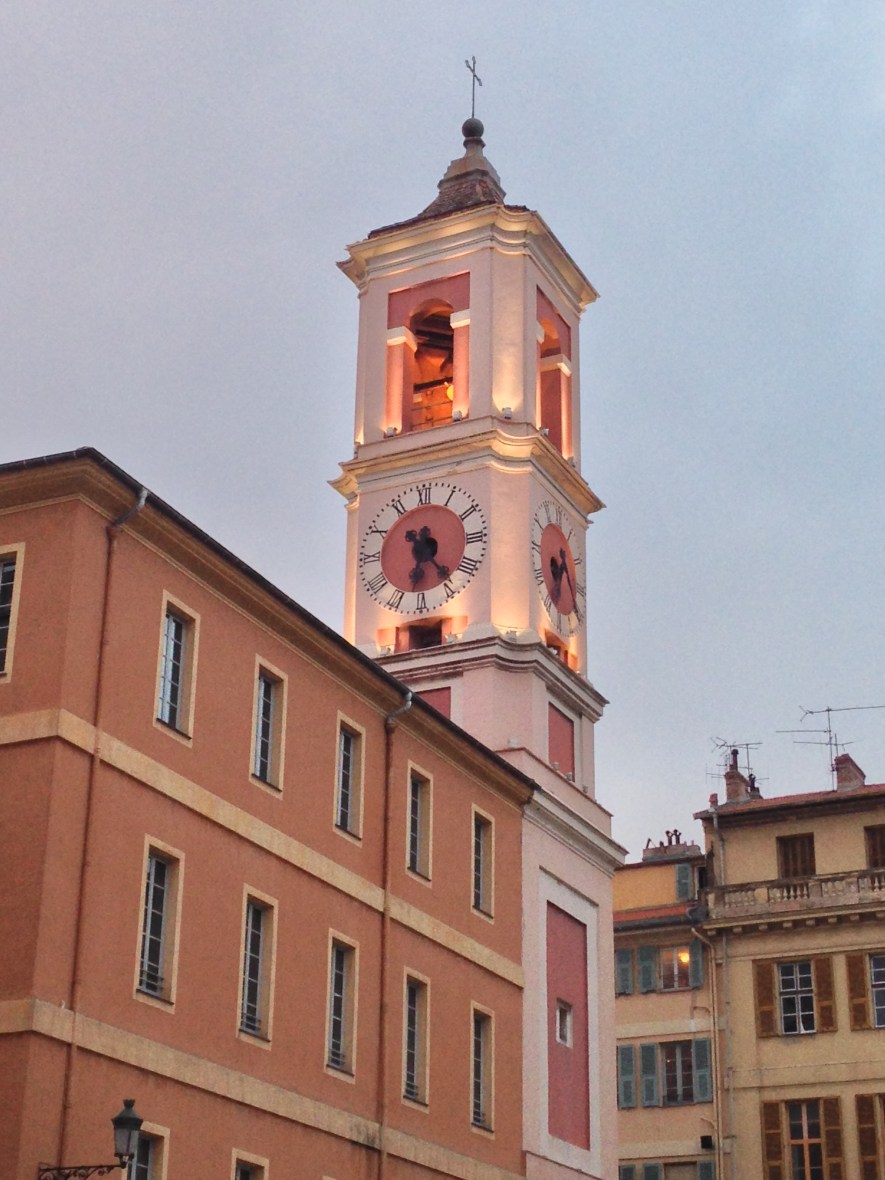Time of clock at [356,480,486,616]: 6:23
